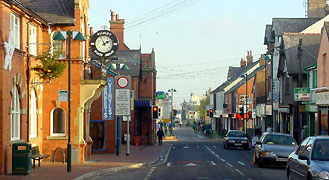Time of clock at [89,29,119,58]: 1:56
